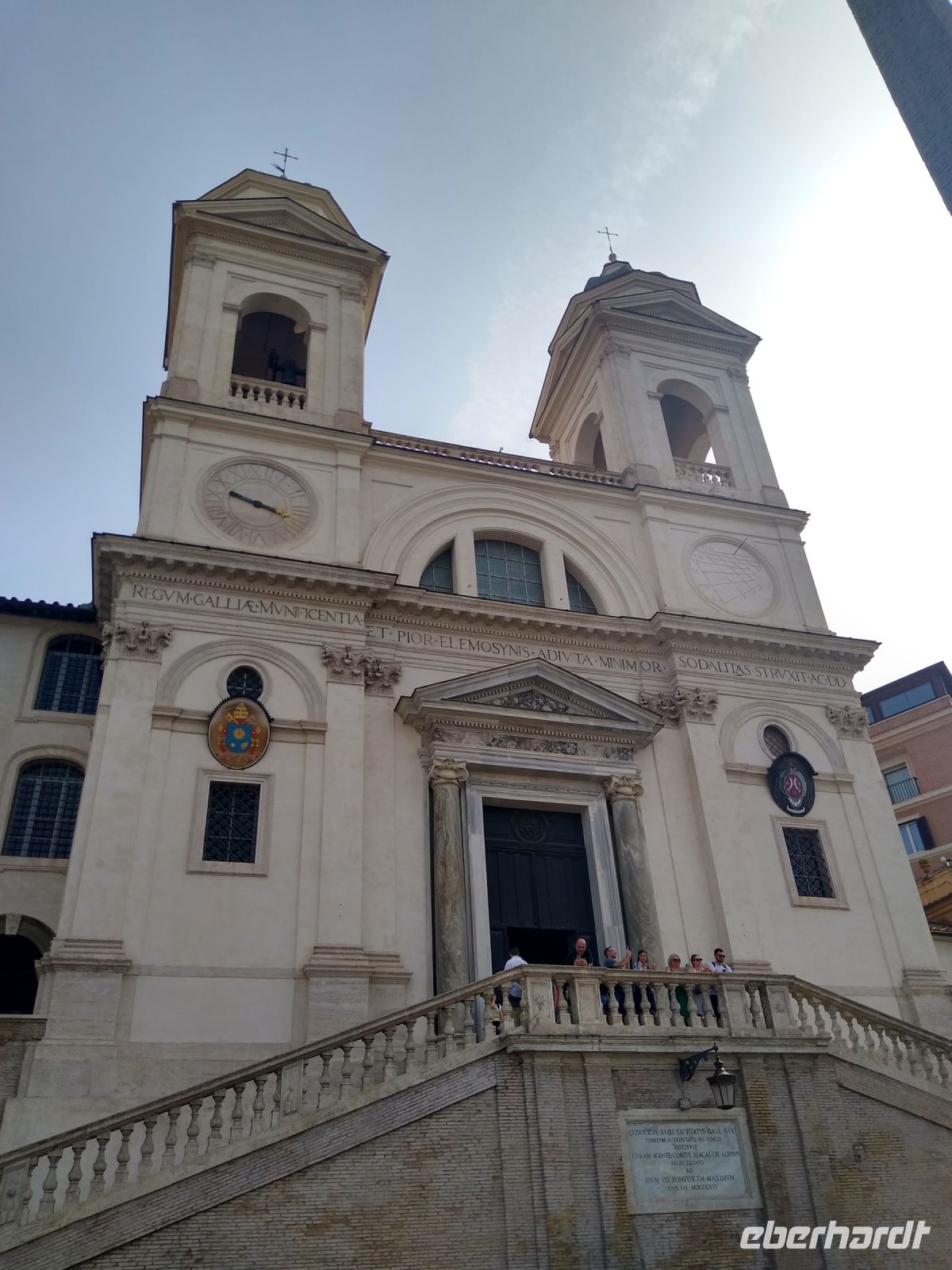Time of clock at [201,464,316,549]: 3:48
